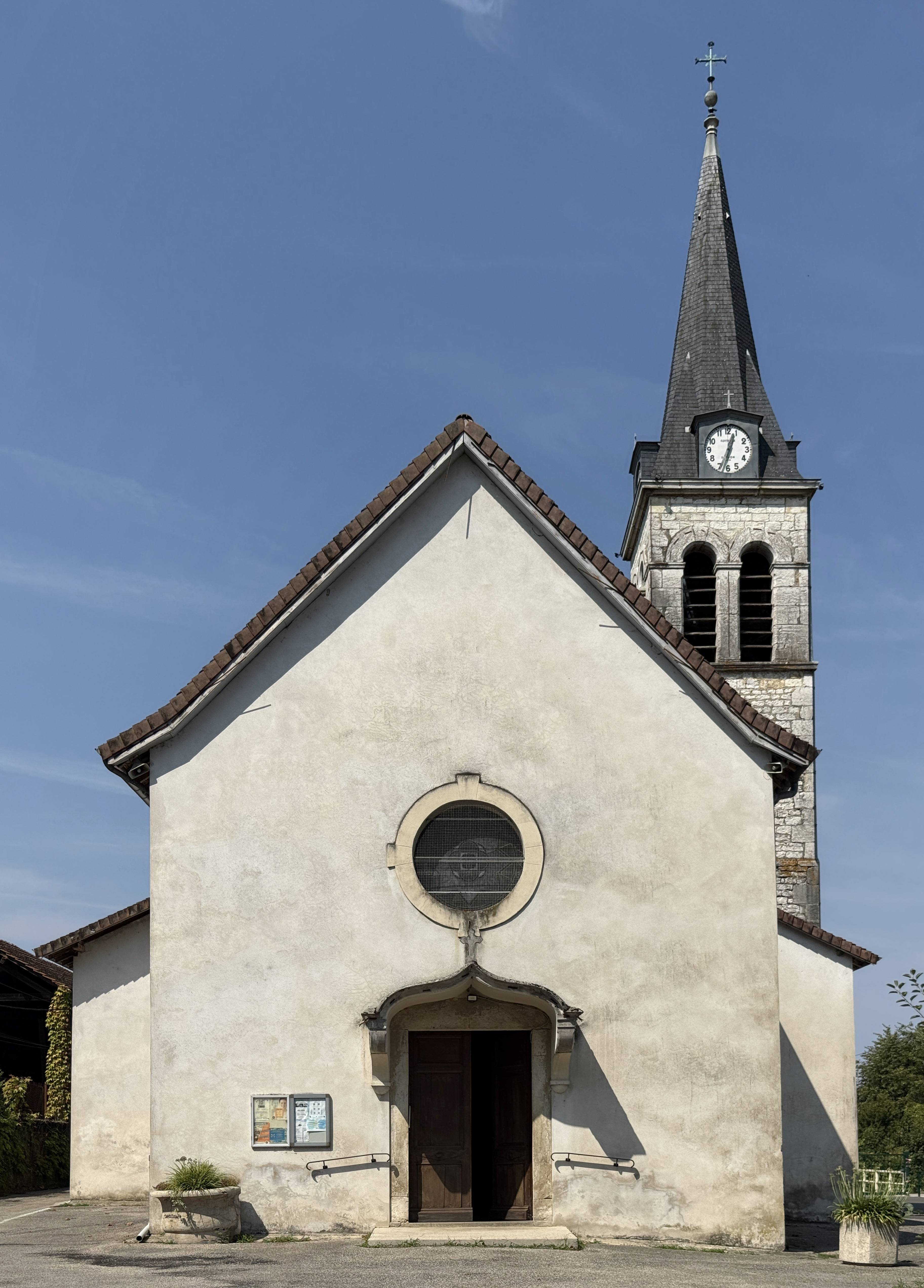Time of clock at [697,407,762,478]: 12:33
